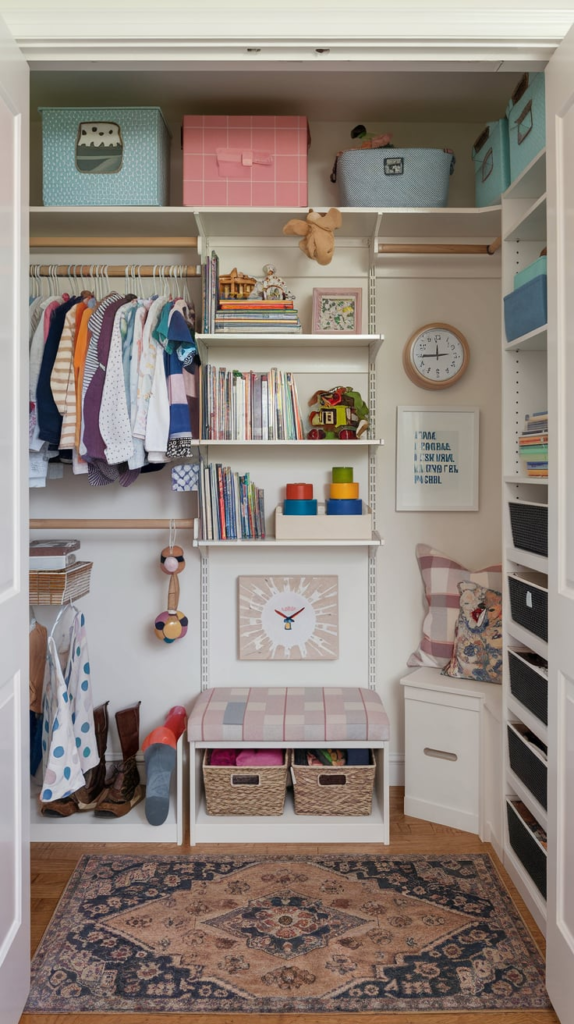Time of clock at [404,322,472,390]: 11:44
